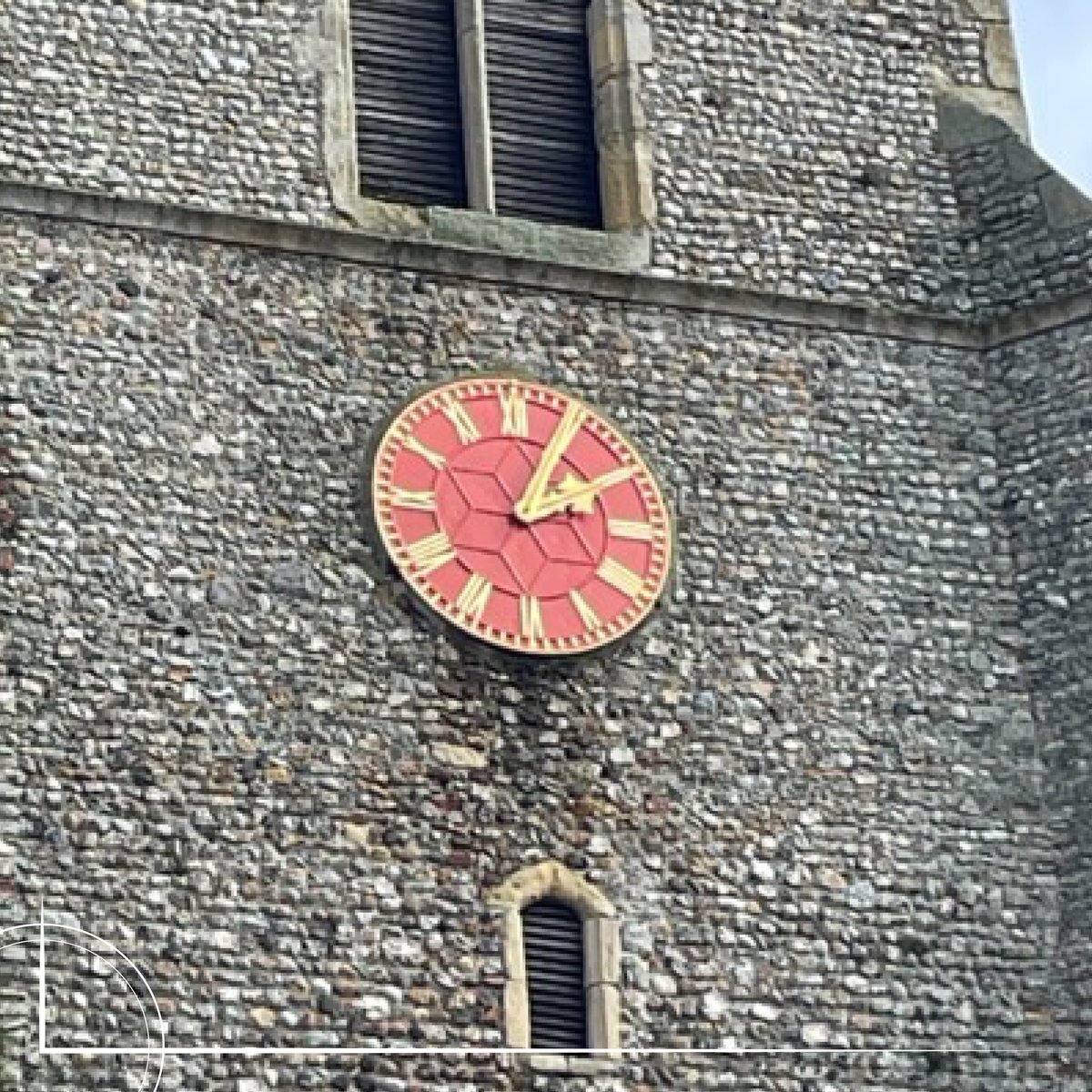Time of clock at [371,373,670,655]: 2:04
